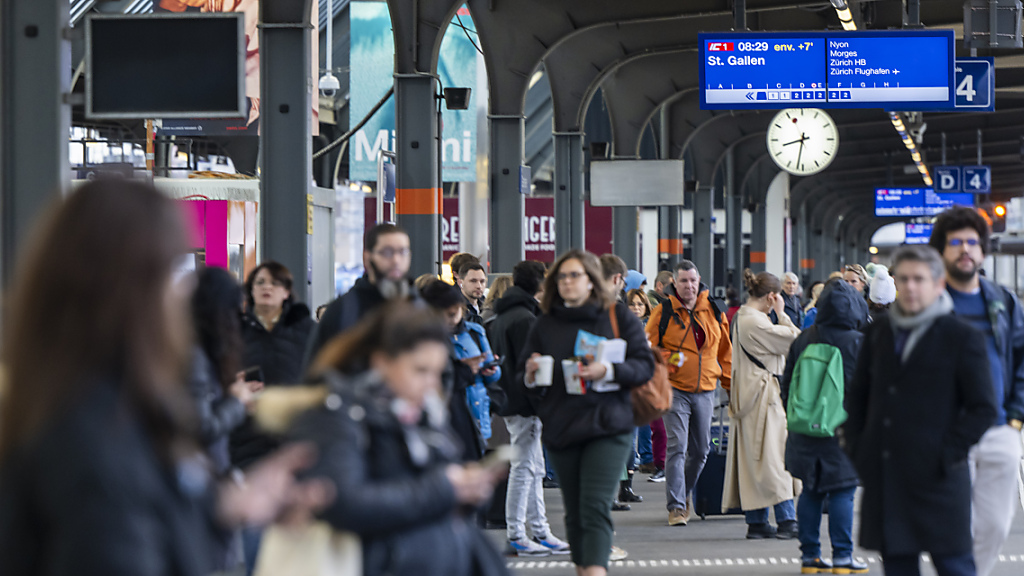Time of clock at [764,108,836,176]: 8:31
